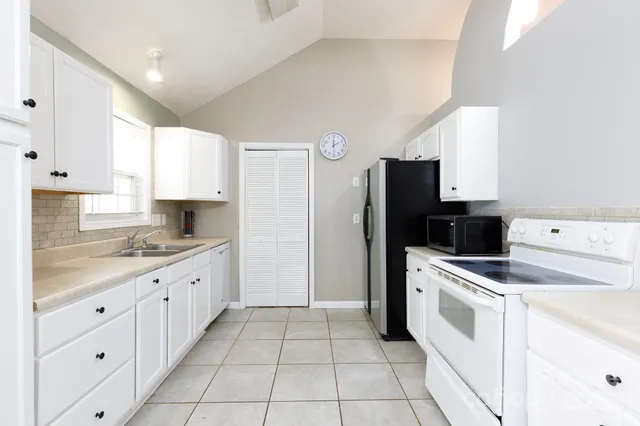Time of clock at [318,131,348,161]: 2:00
